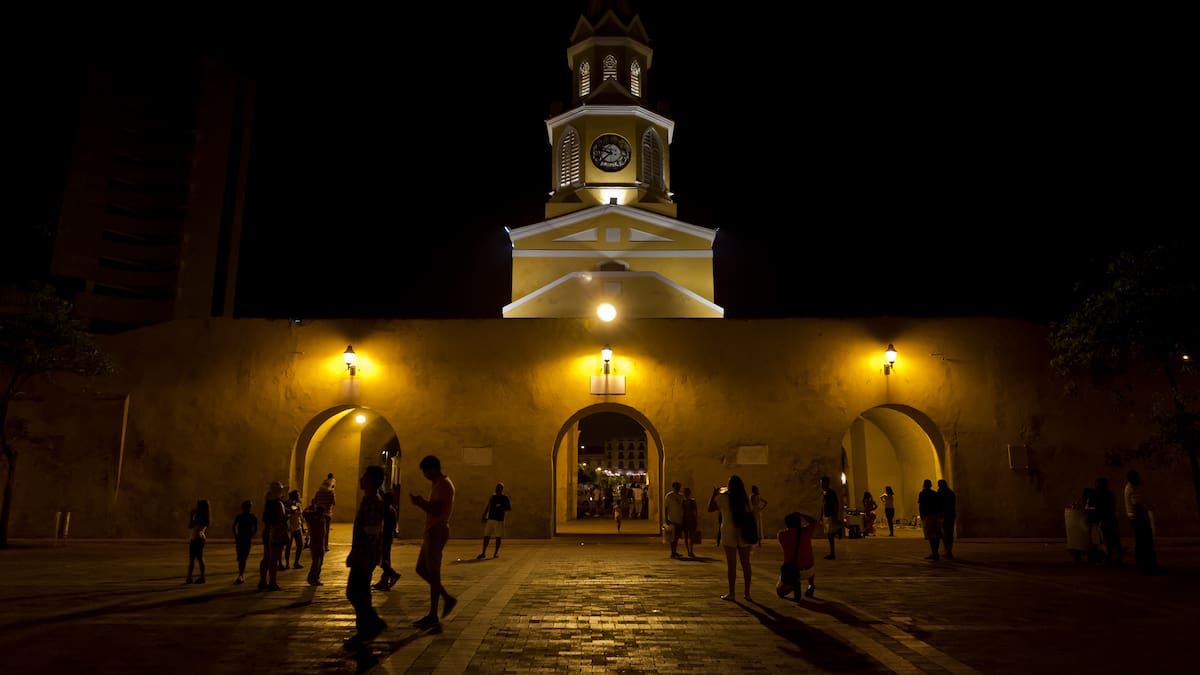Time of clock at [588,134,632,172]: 9:37
